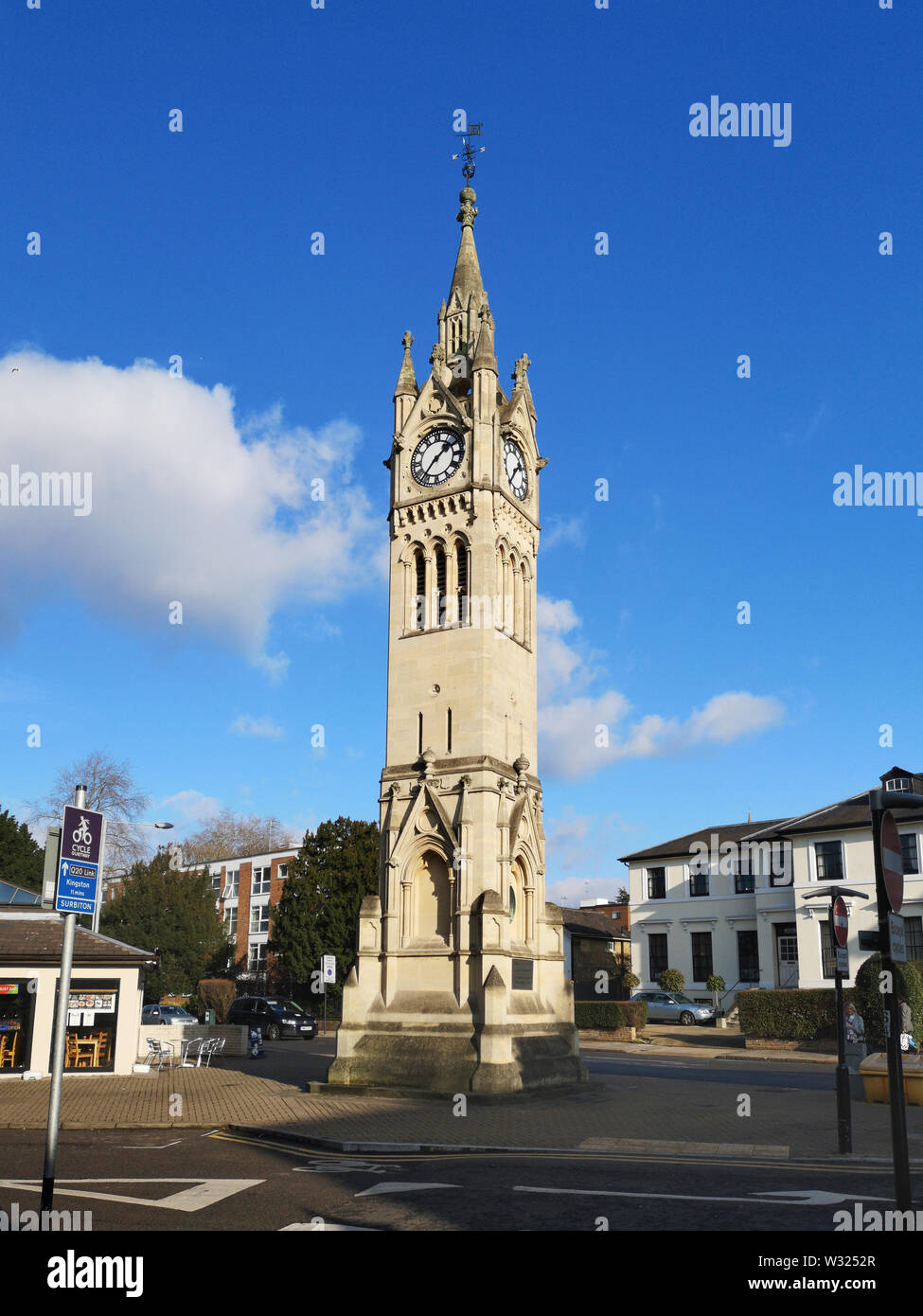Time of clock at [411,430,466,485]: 1:36
